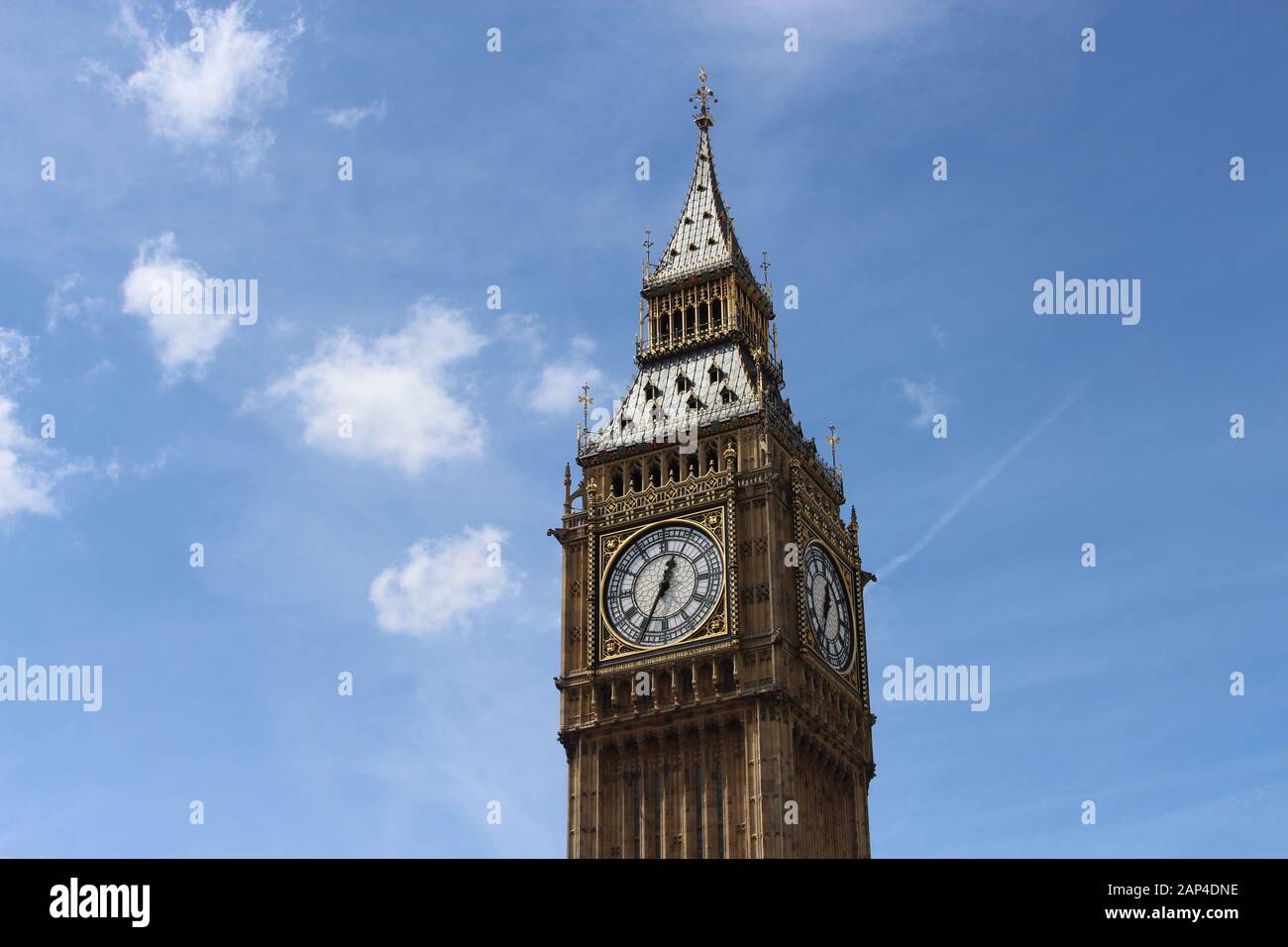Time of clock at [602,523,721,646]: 12:34
